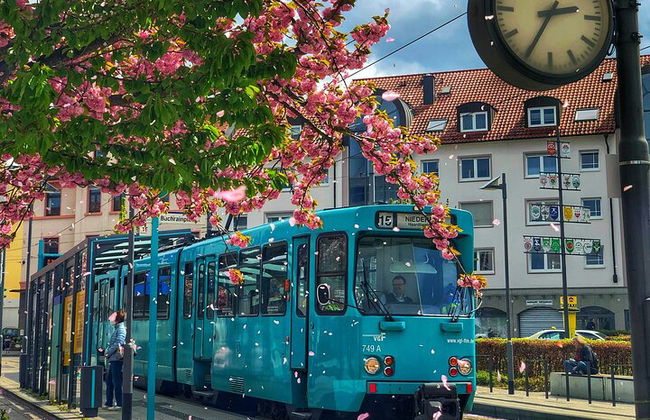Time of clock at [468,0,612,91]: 2:34
